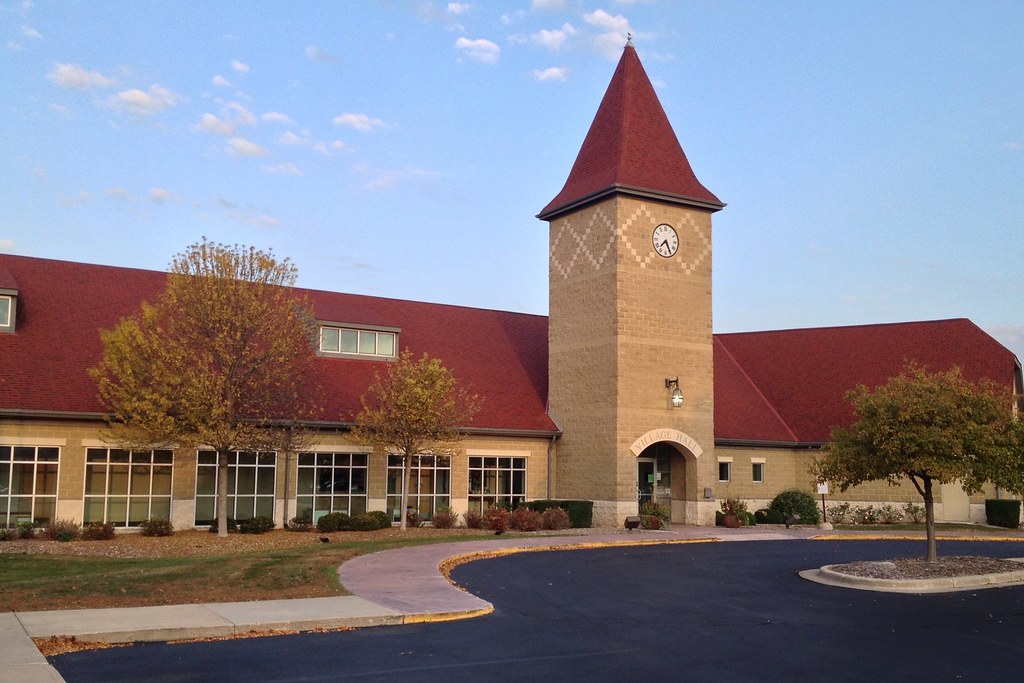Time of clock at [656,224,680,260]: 7:25
